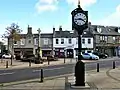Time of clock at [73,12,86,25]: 3:43
